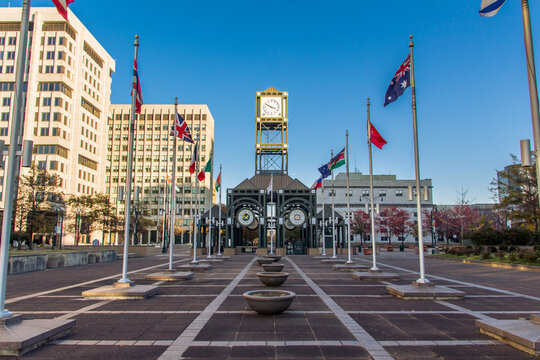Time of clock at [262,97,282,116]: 3:50
